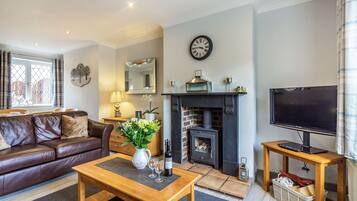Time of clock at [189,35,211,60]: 3:45
